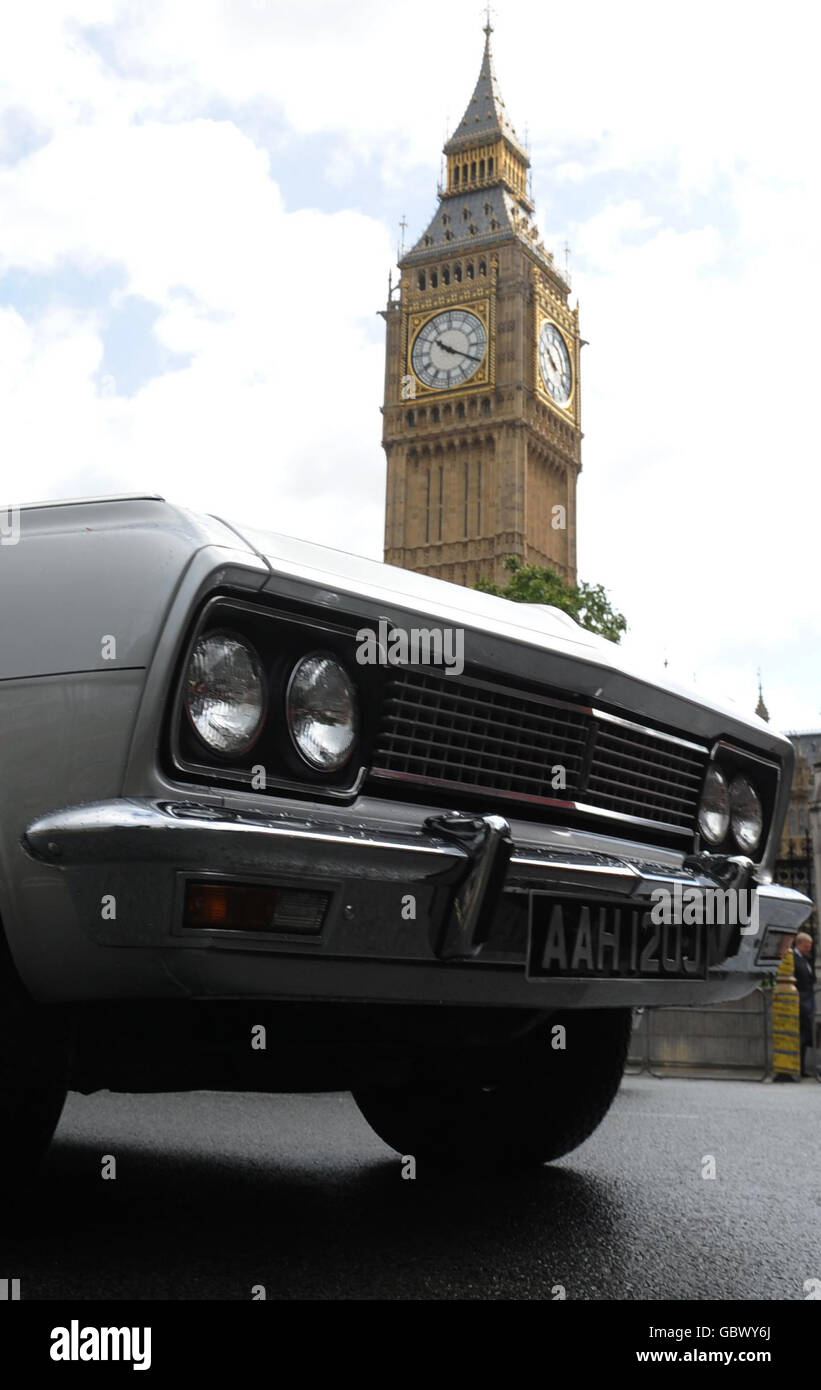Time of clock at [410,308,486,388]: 10:19
